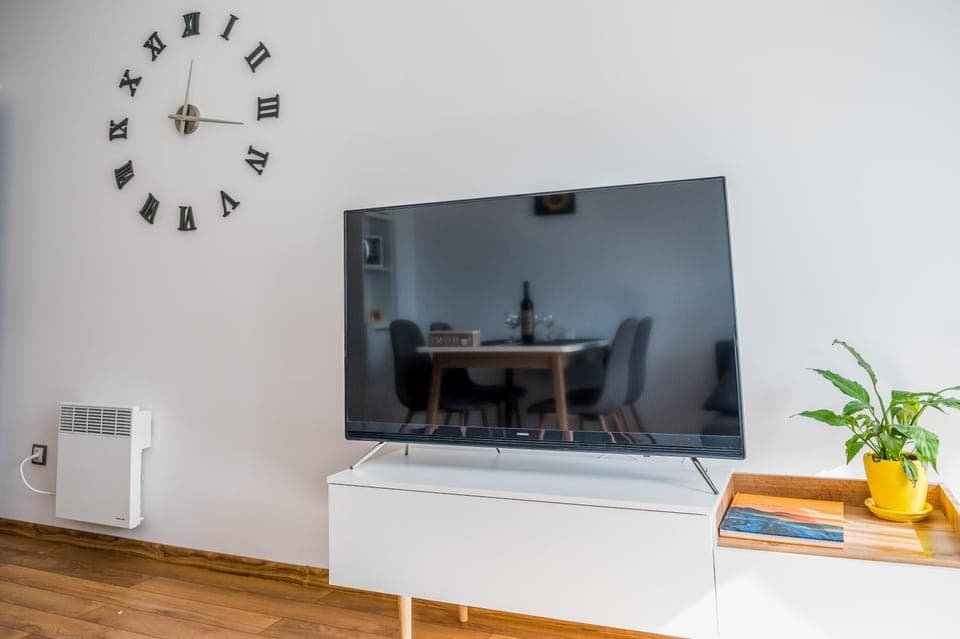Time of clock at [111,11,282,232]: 12:16
